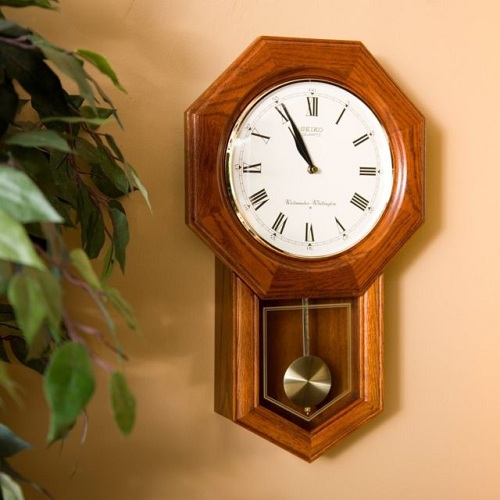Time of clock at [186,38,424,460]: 10:55
